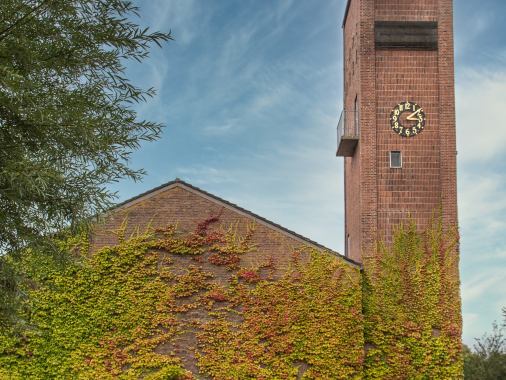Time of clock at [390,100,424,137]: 3:08
